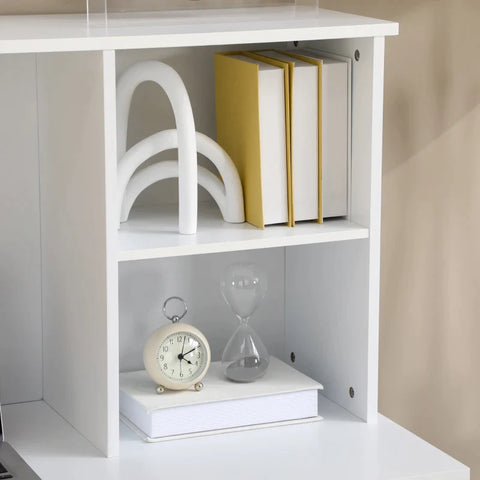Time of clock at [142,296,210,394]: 4:10
